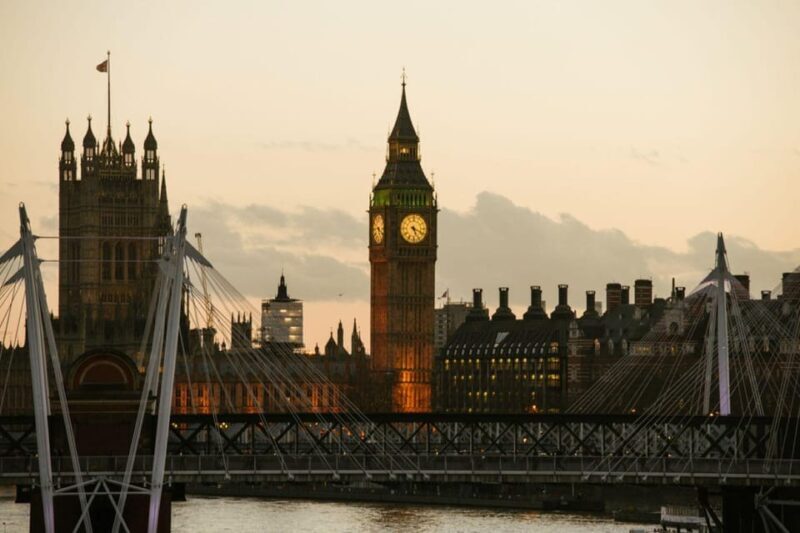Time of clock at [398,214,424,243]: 5:18
